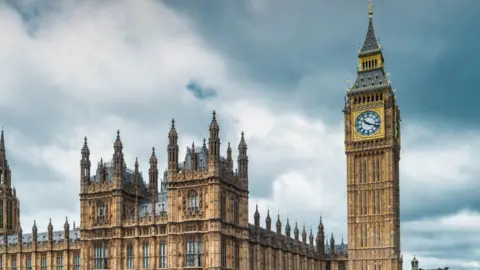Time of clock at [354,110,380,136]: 10:18
